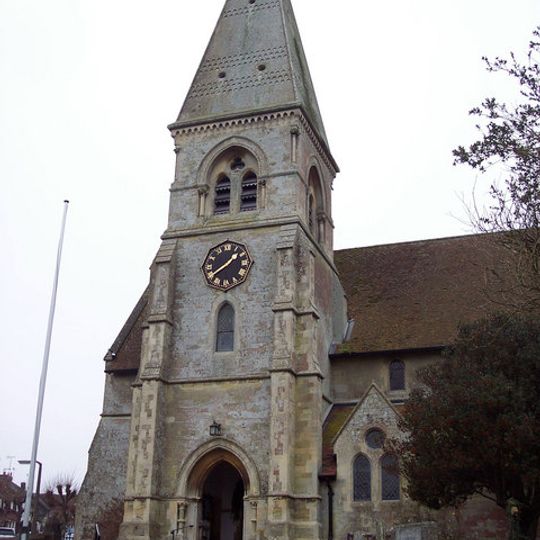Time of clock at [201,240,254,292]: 1:39
